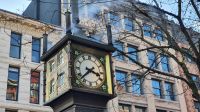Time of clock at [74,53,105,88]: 3:37
